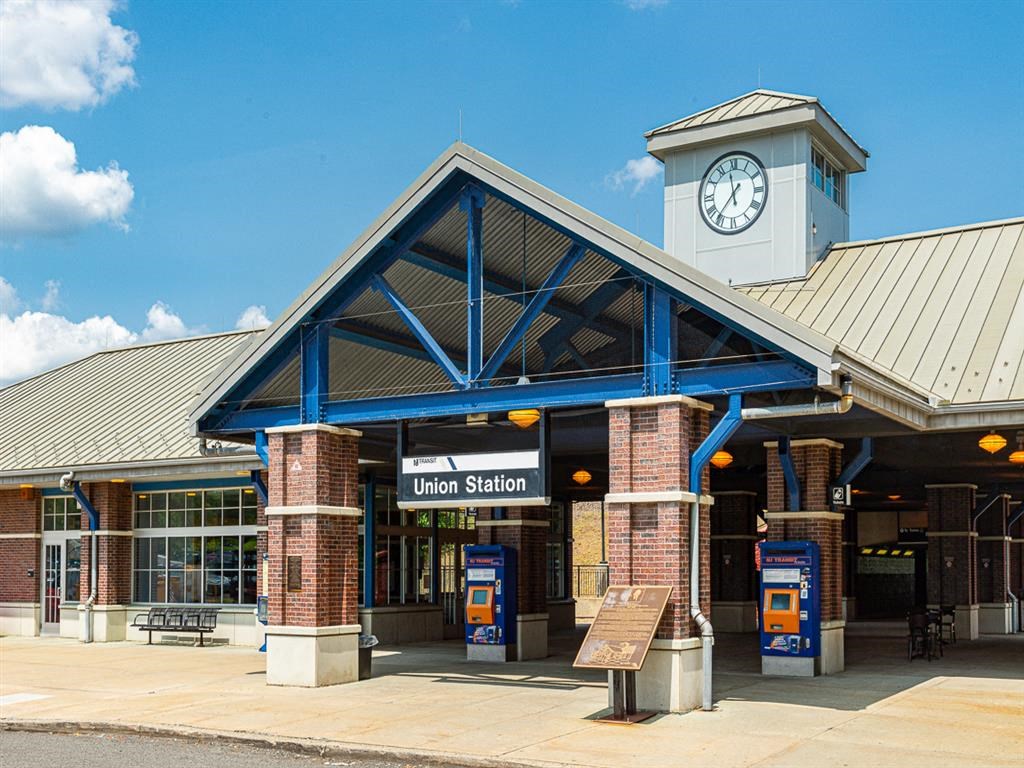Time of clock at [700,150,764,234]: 11:36
